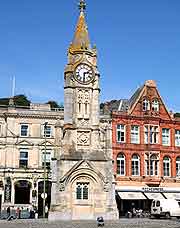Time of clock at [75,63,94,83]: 2:30
